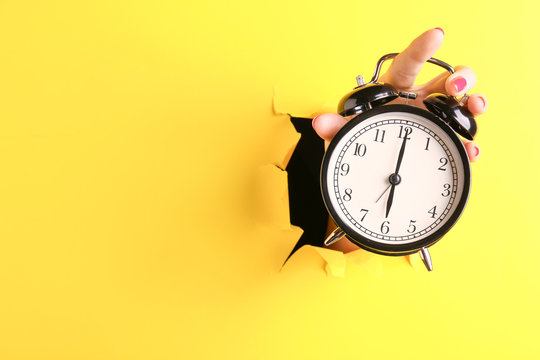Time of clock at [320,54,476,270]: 6:00
